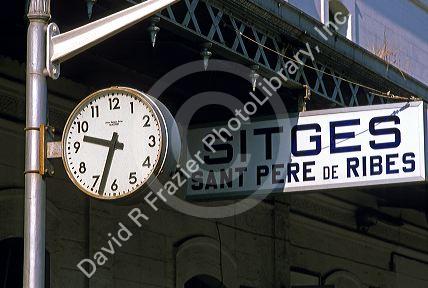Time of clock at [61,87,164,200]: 9:32
